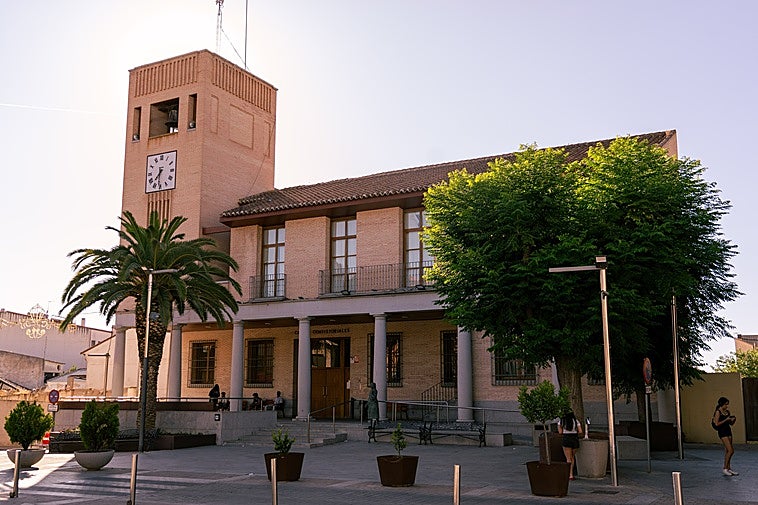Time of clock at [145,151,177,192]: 7:31
